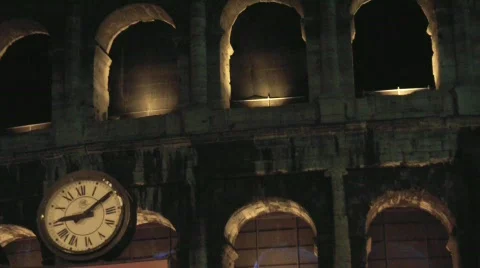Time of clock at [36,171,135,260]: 9:09
